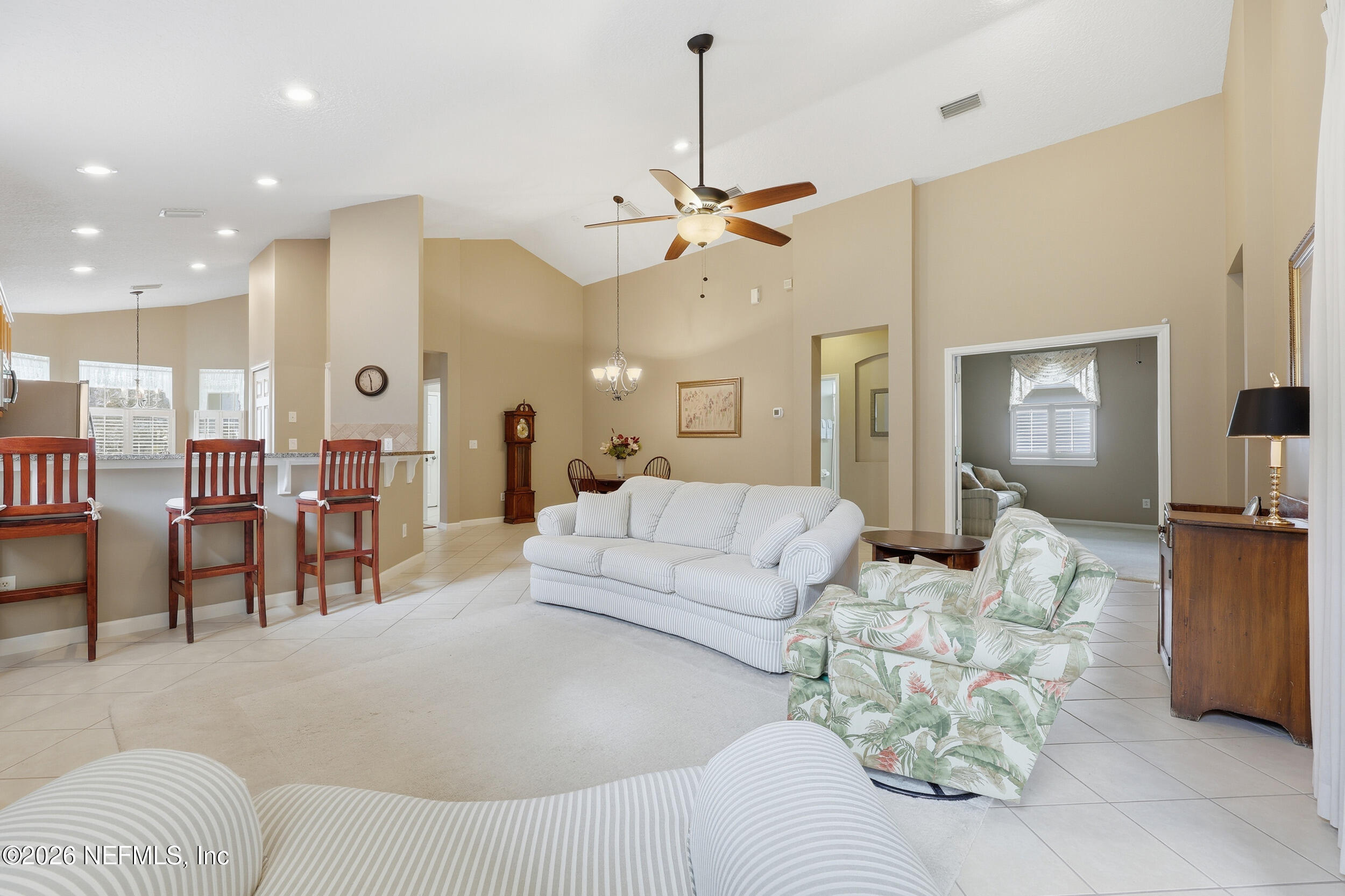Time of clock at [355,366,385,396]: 11:29
